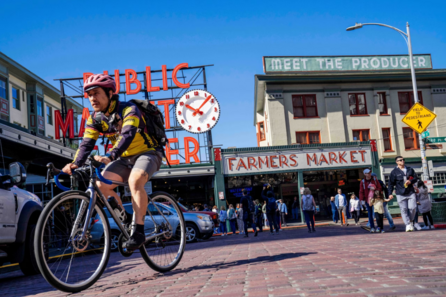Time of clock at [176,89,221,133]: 10:07
